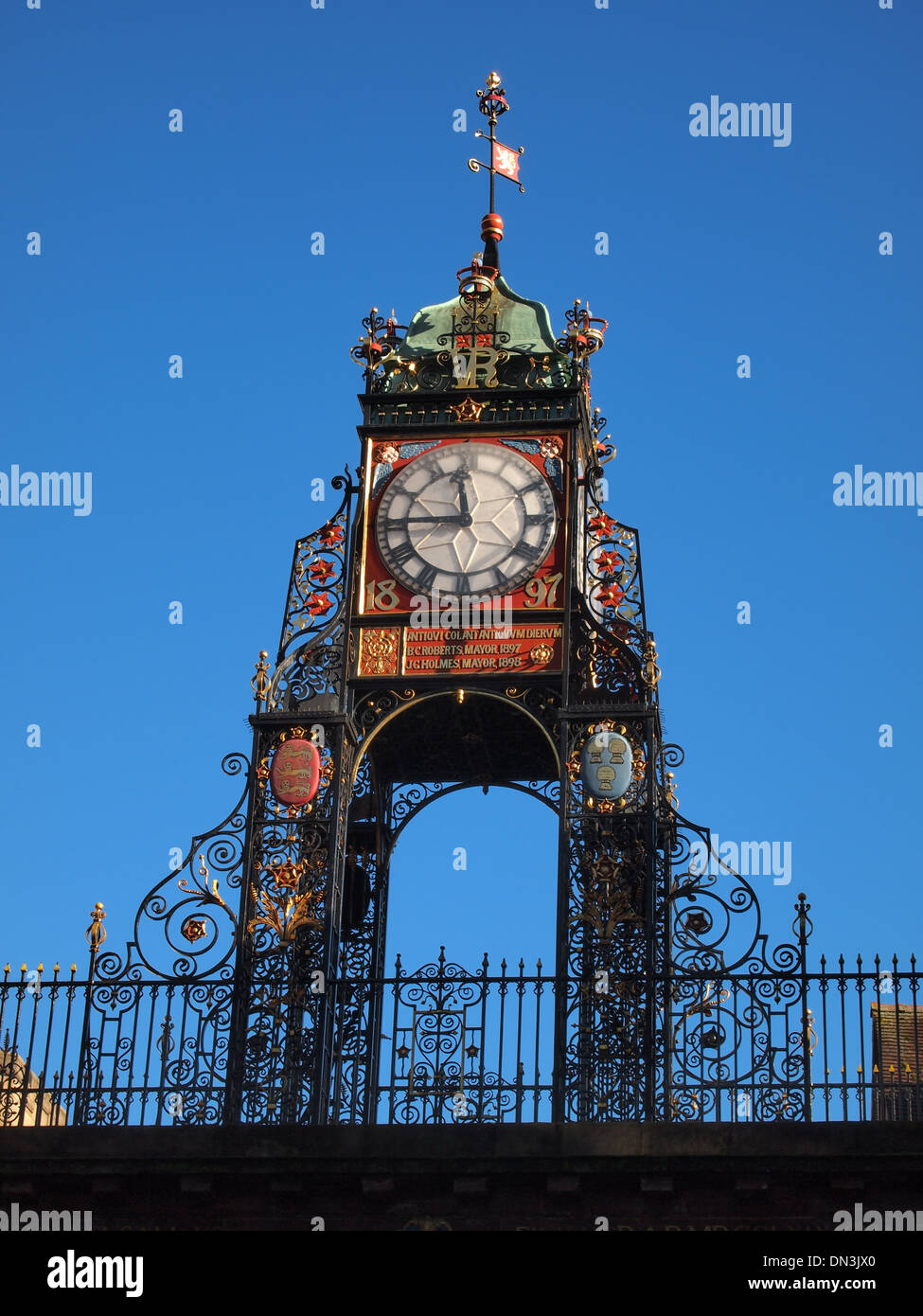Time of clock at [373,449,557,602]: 11:44
